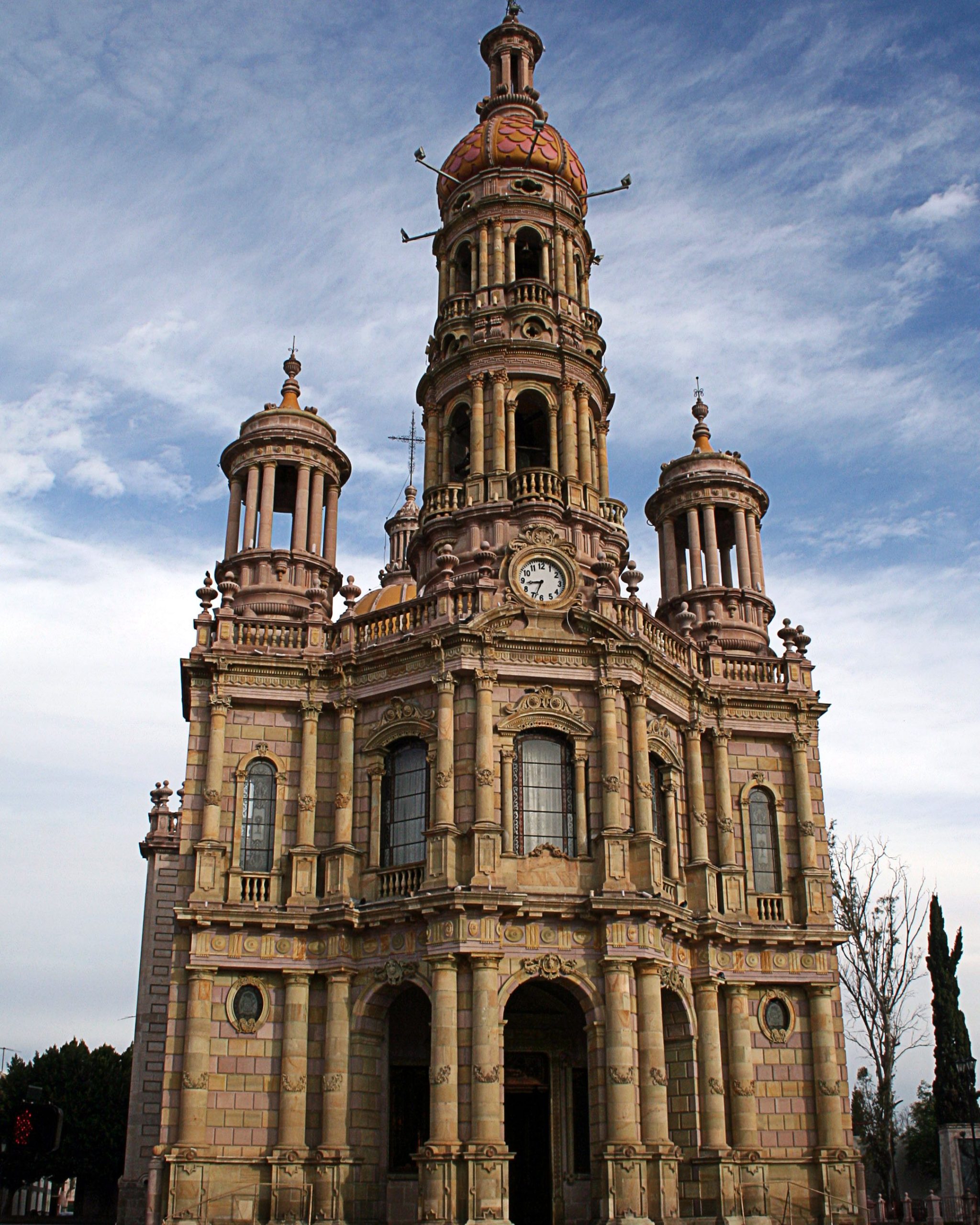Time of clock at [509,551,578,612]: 8:33
